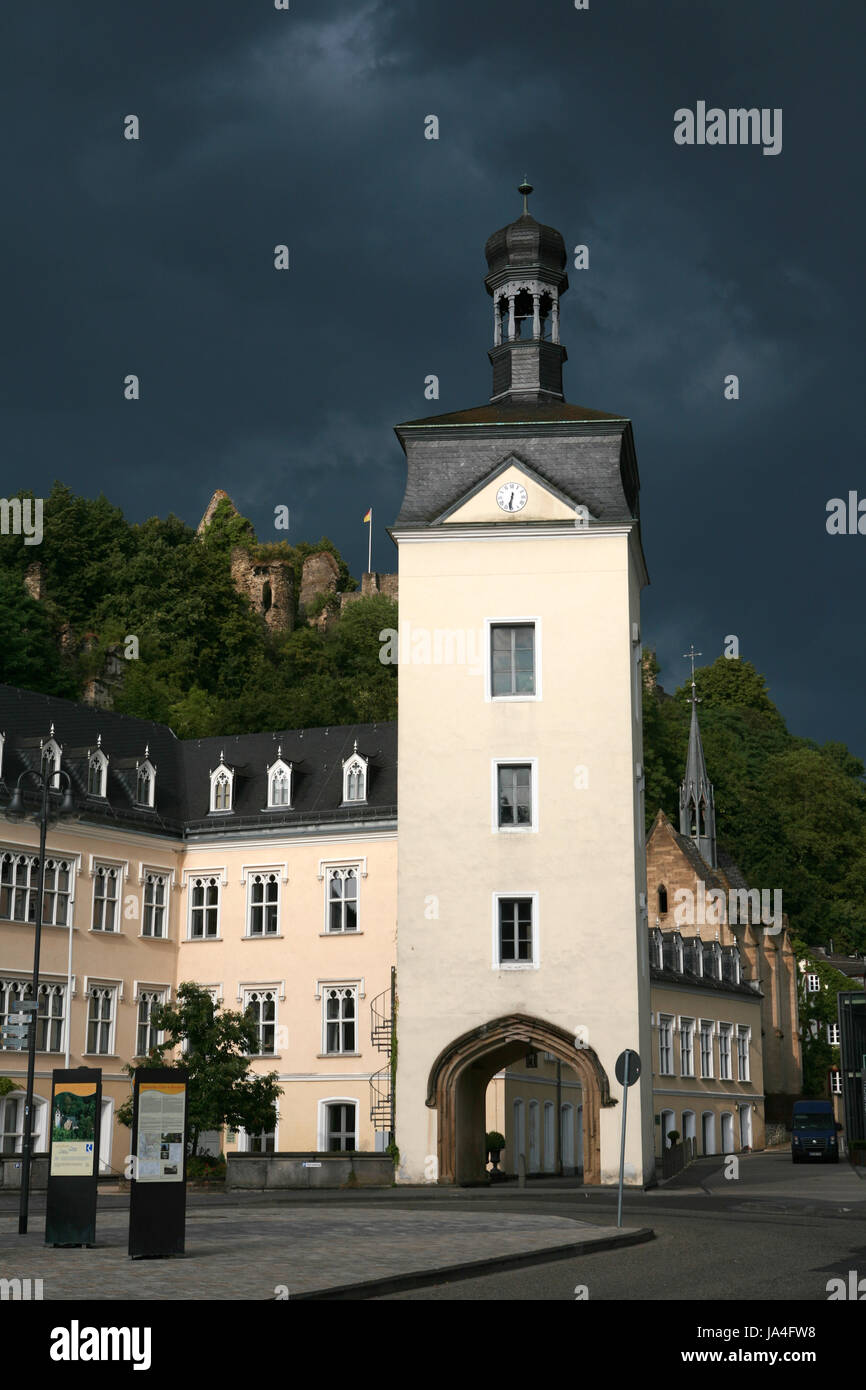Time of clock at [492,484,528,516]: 6:31
